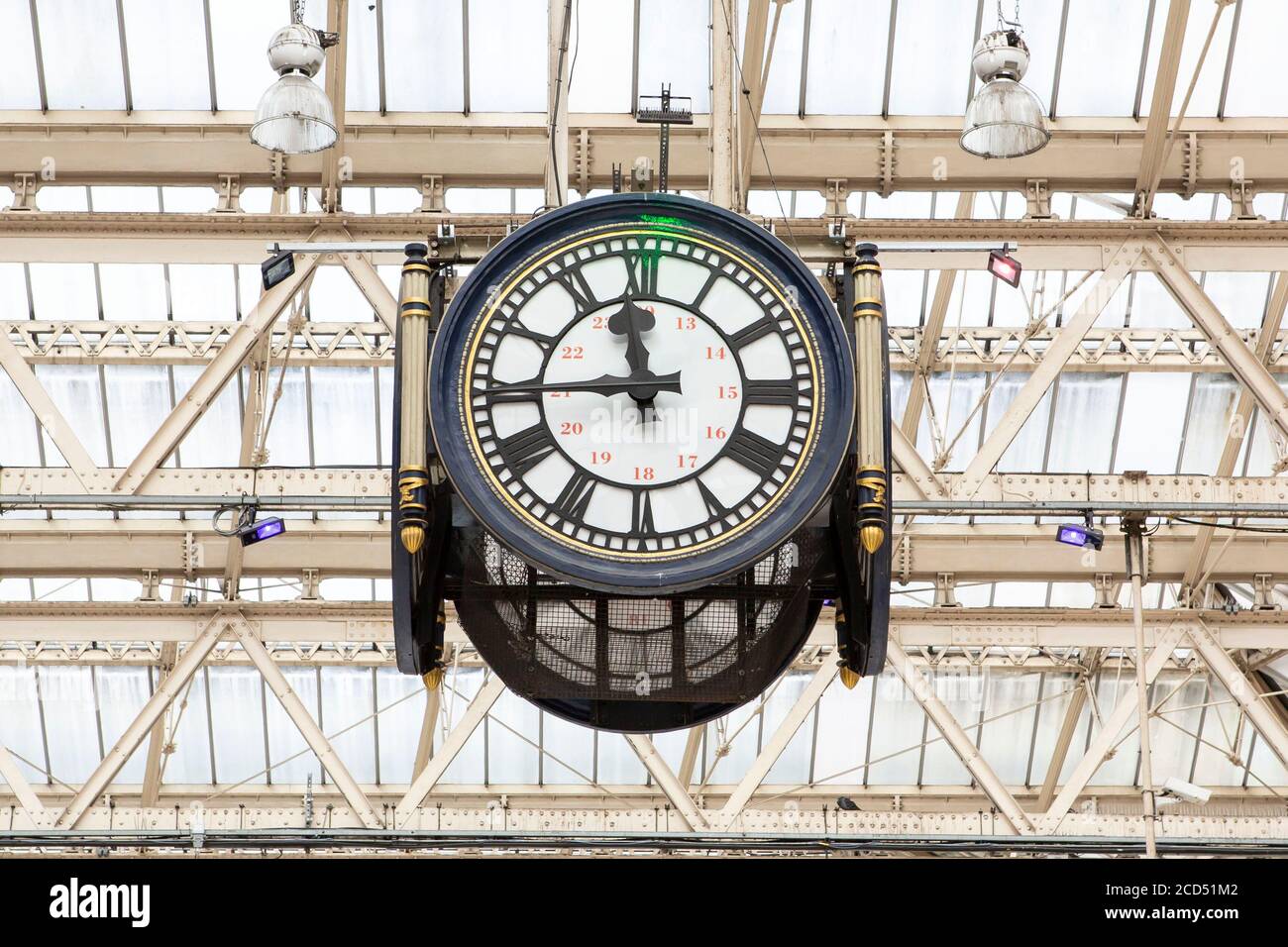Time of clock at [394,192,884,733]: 11:44
